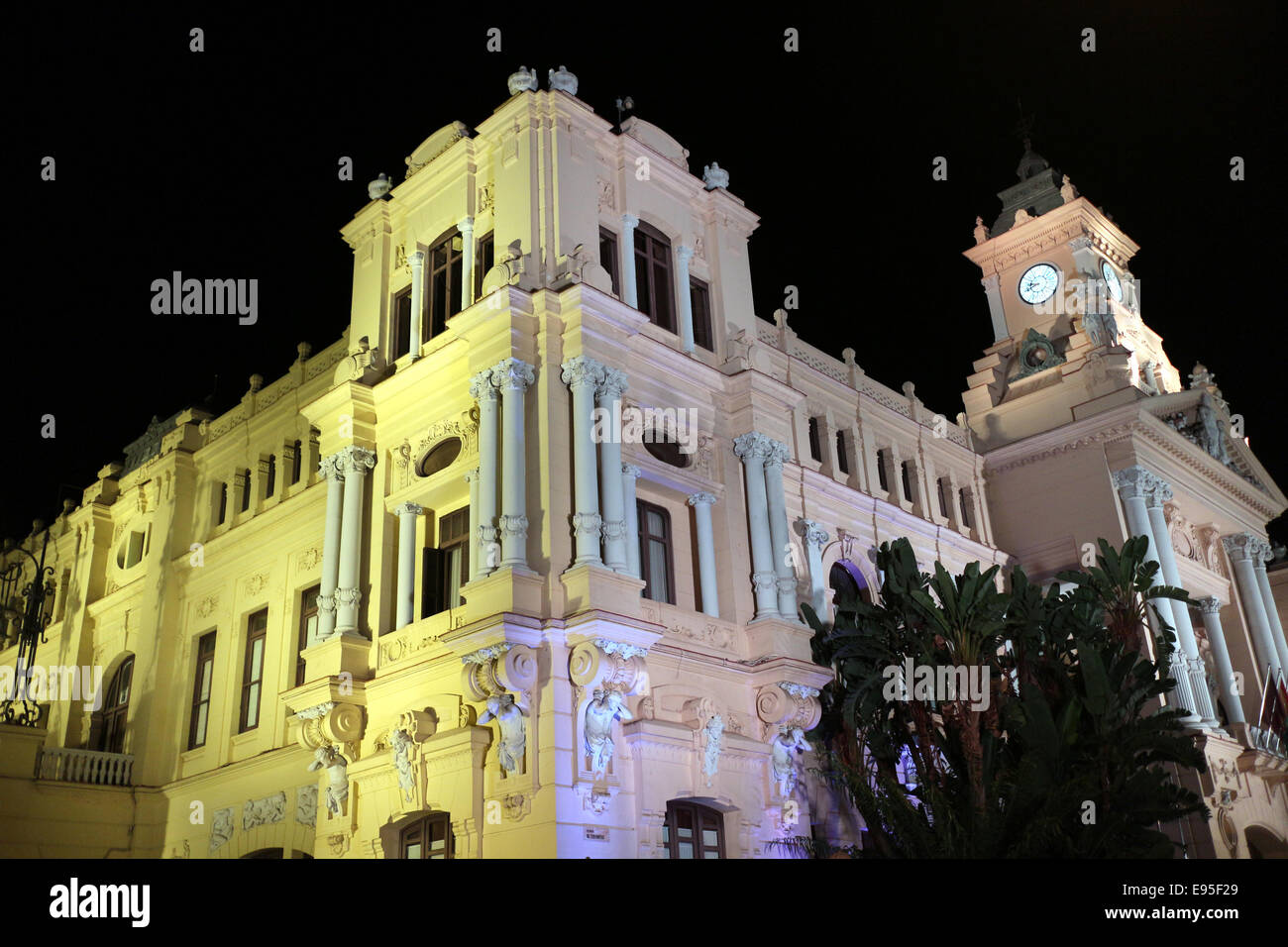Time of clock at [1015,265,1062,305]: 8:40
